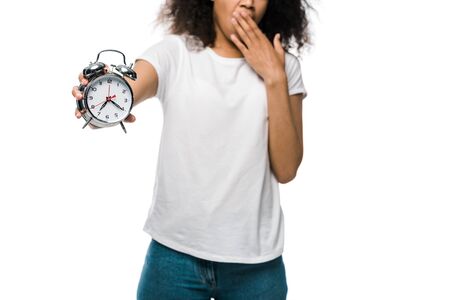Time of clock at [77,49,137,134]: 7:20
